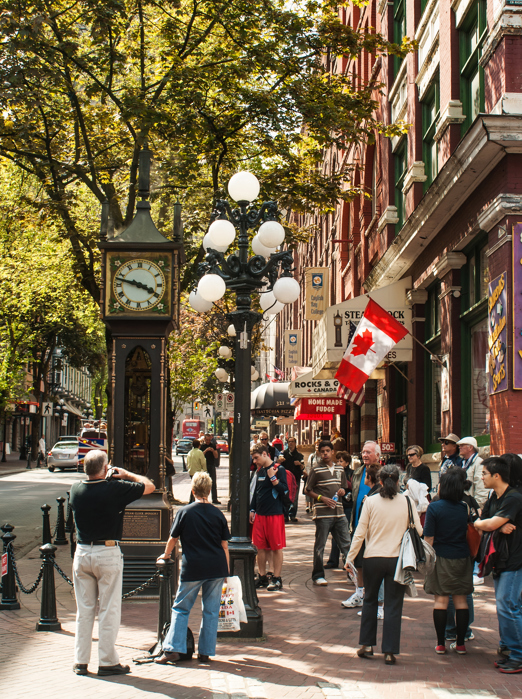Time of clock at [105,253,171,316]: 3:47
